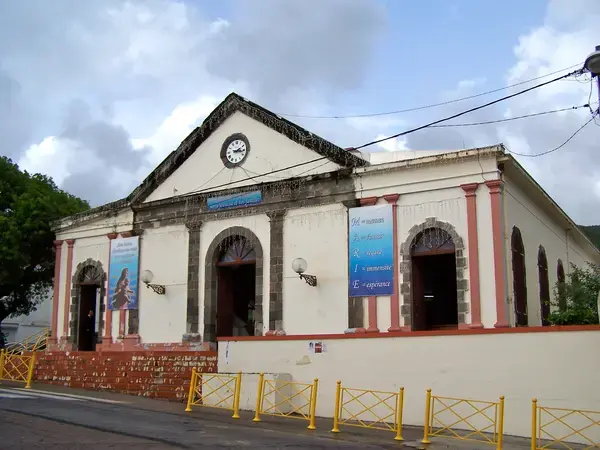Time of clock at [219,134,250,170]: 2:16
